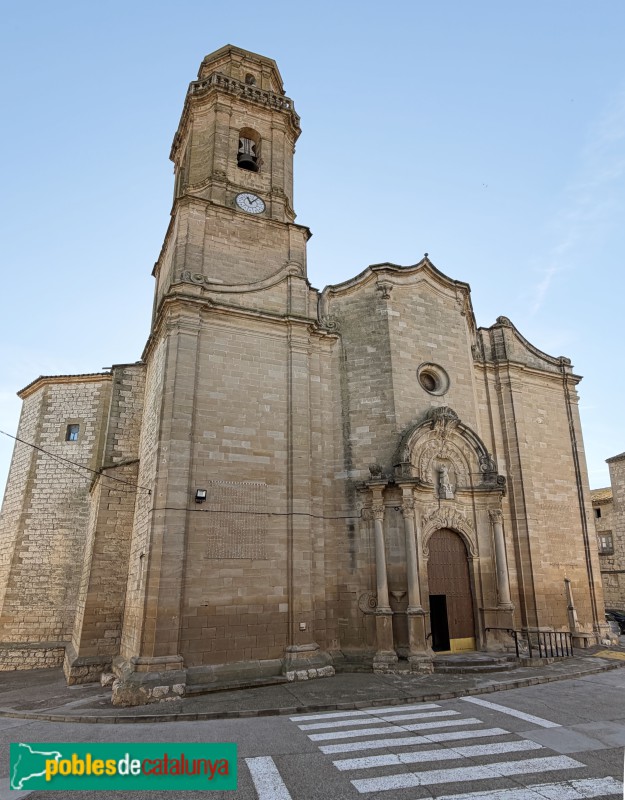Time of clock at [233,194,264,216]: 11:07
